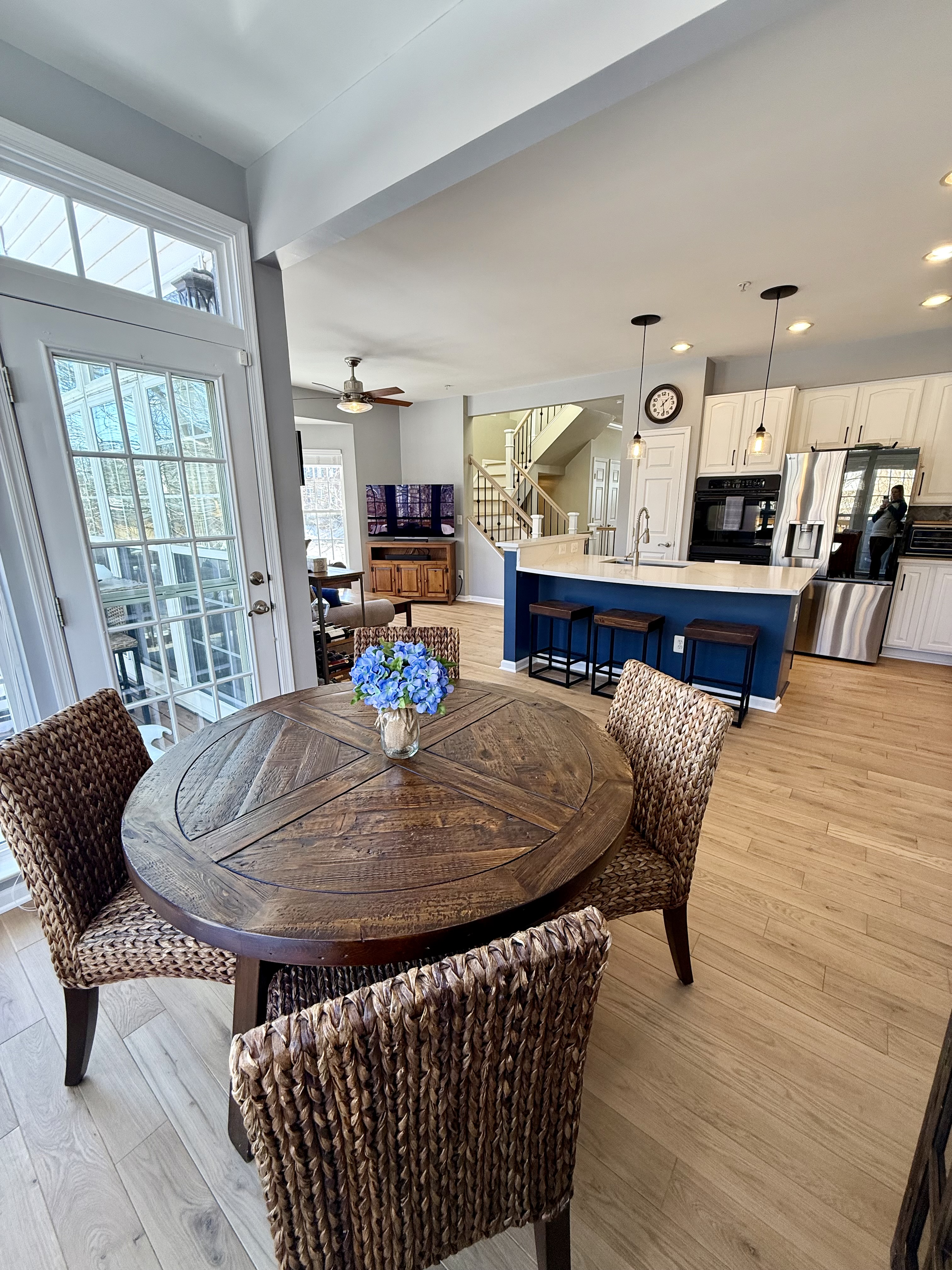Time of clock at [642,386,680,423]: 1:28
